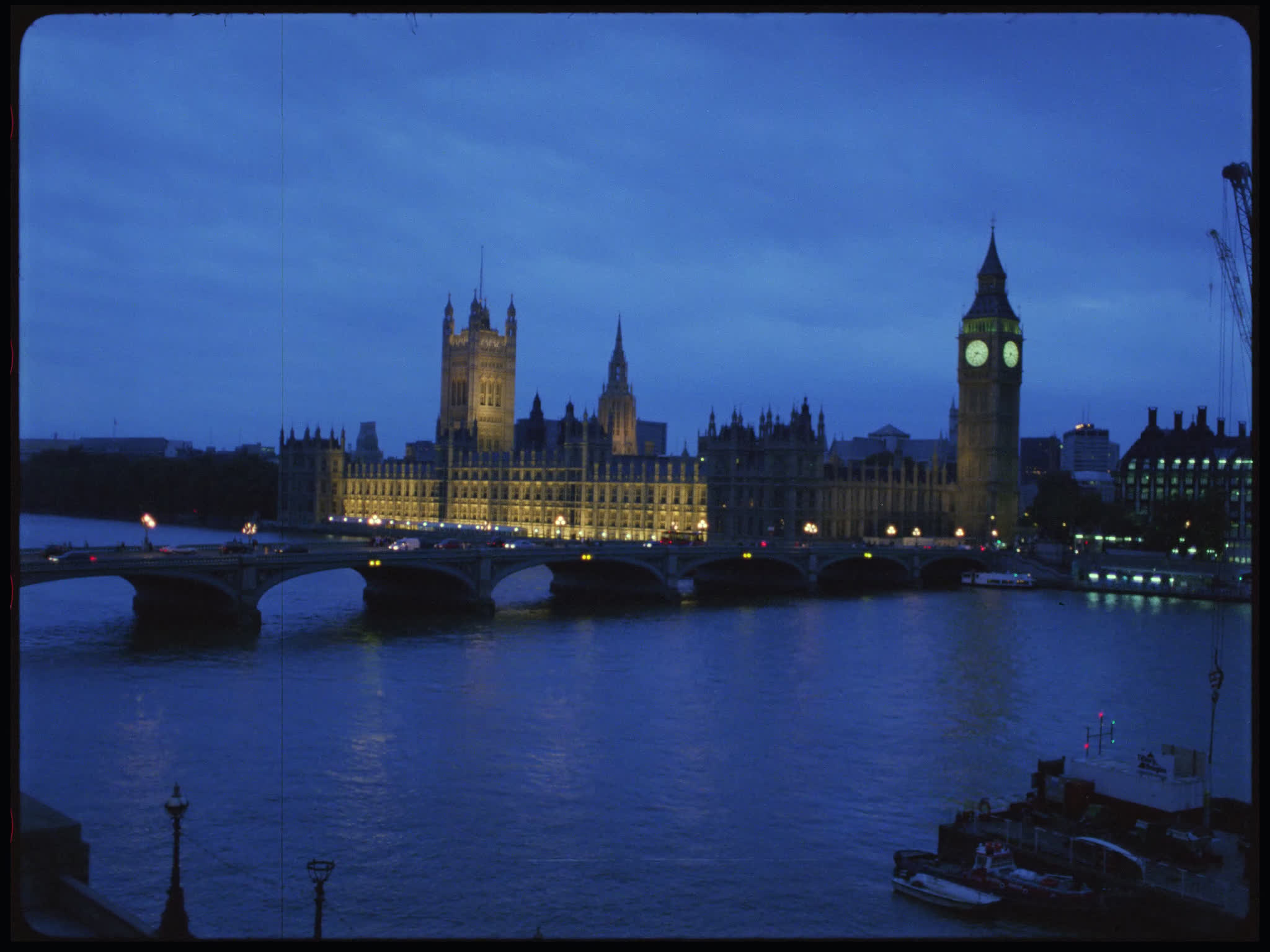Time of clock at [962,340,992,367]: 7:17
